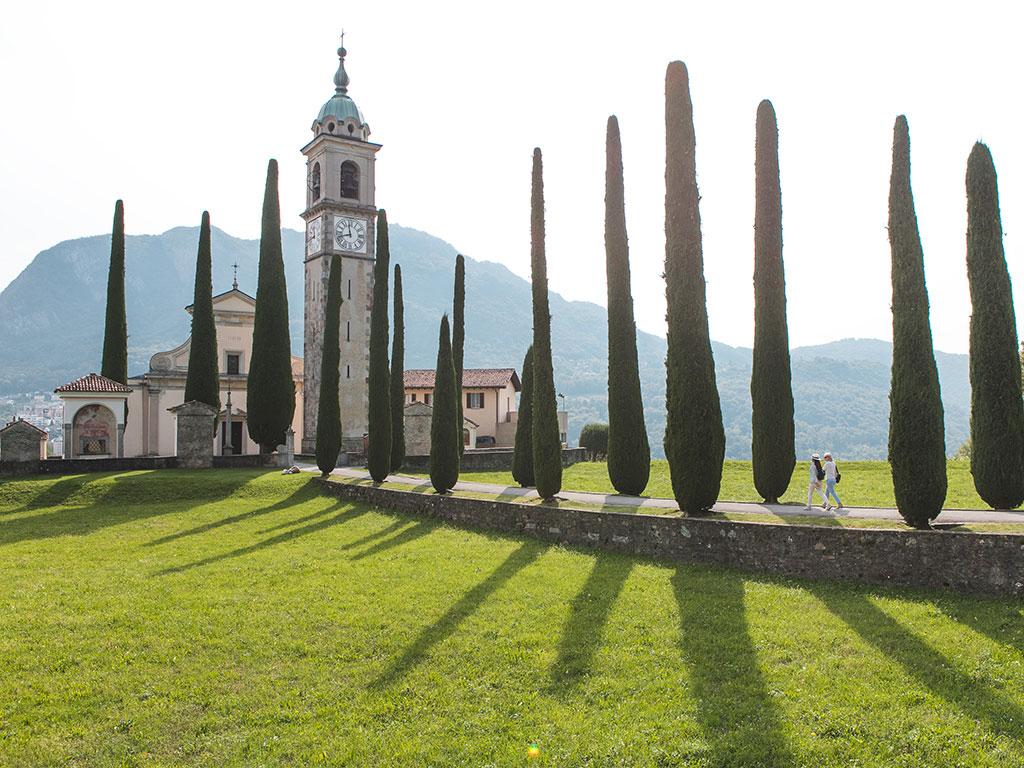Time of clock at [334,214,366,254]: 11:42
